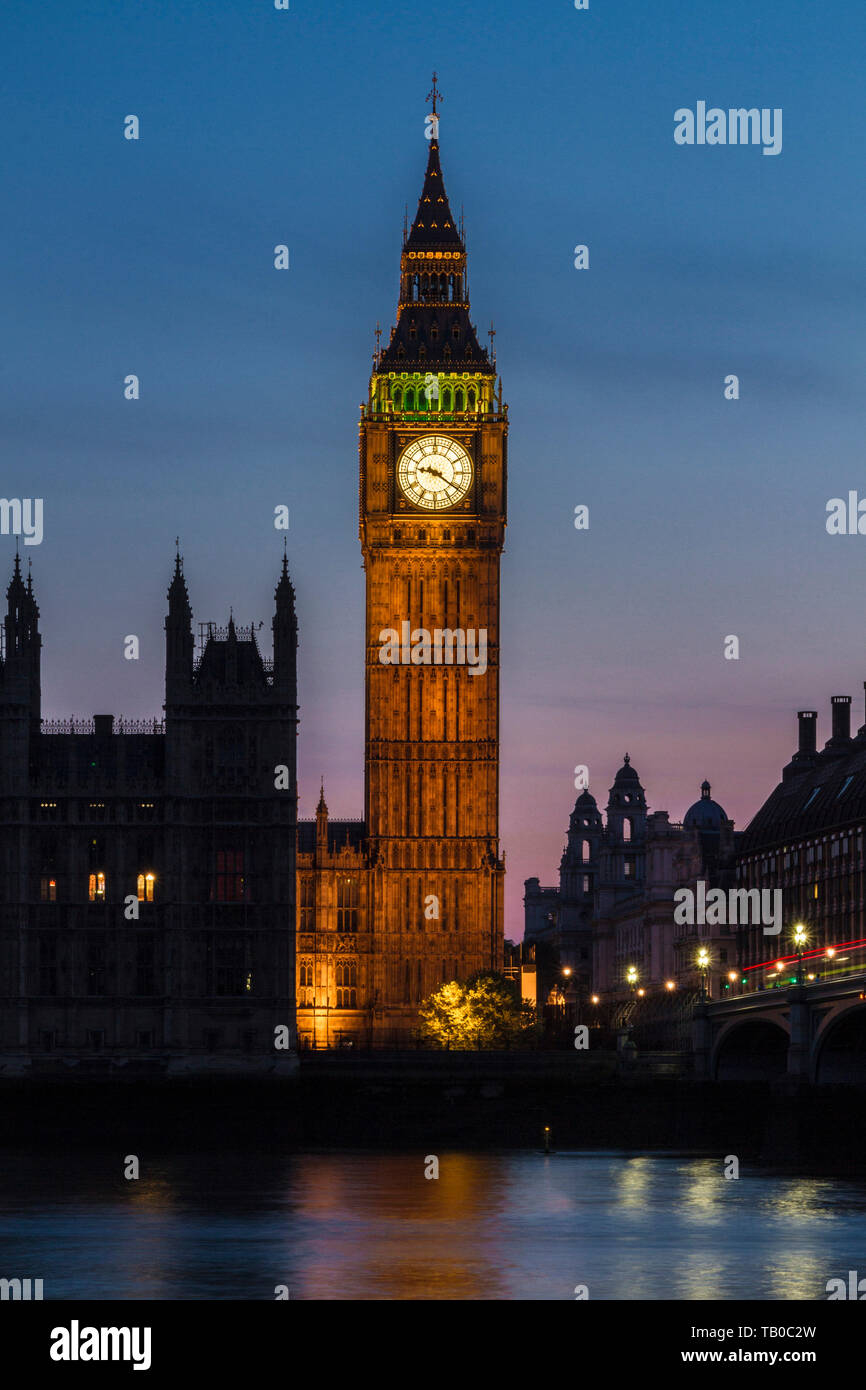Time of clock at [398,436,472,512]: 9:20
